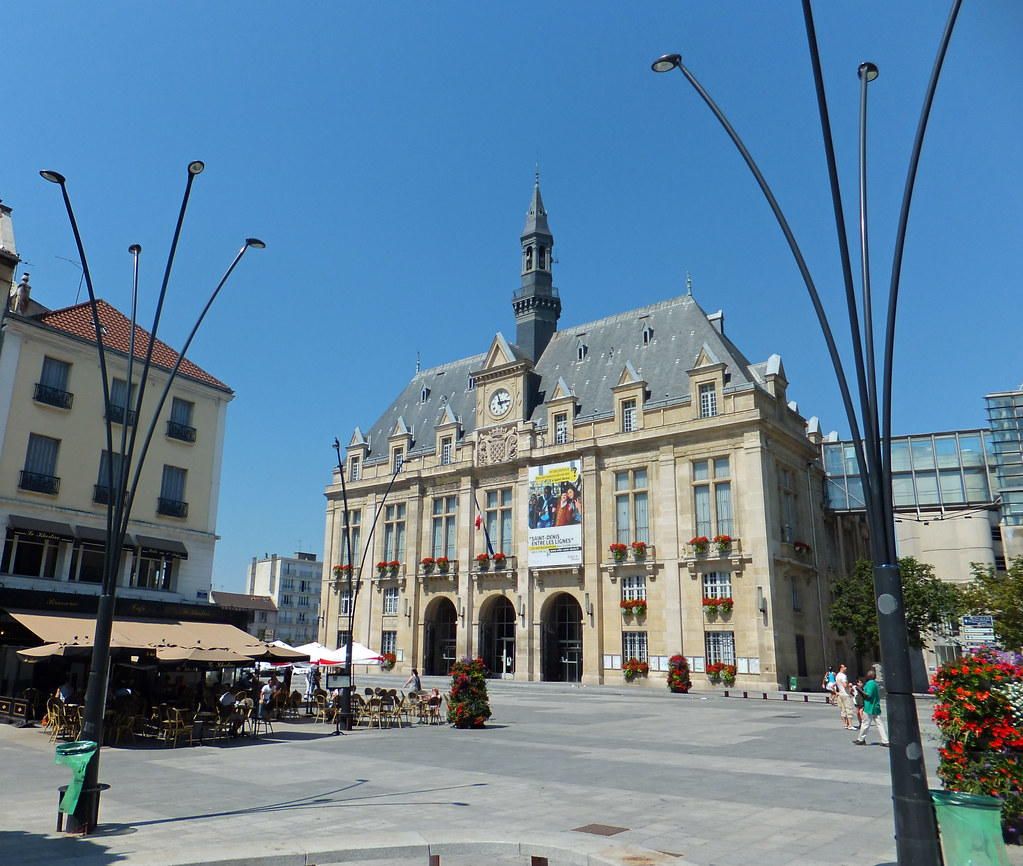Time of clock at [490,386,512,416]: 2:56
